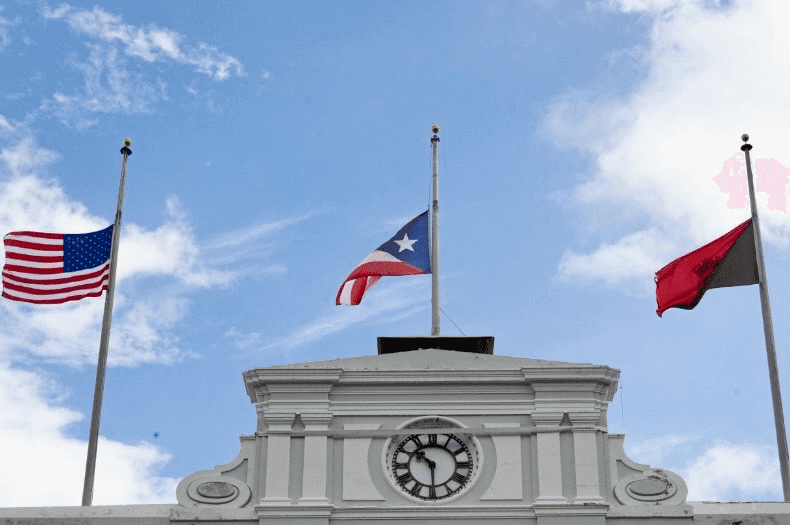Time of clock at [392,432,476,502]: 10:29
